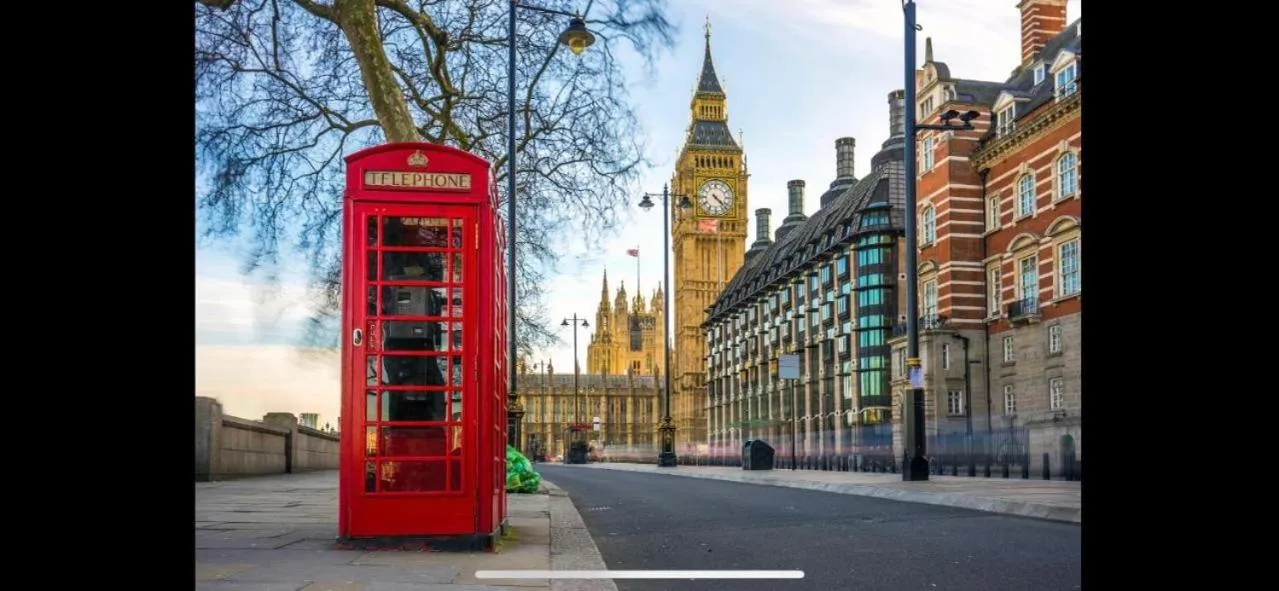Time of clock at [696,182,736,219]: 4:22
